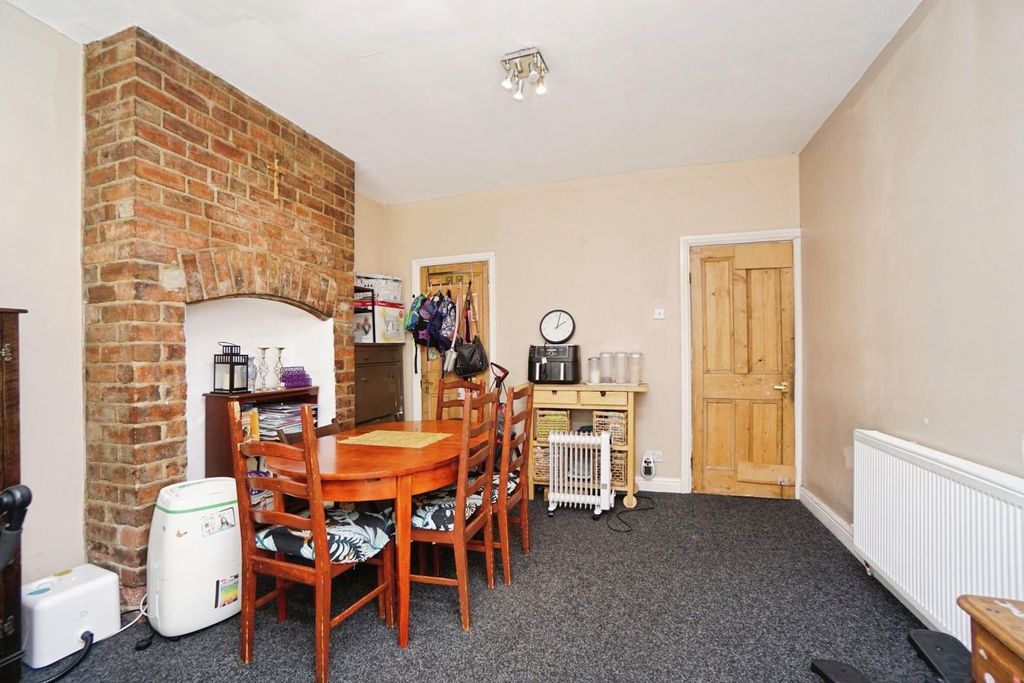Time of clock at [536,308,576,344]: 2:02
